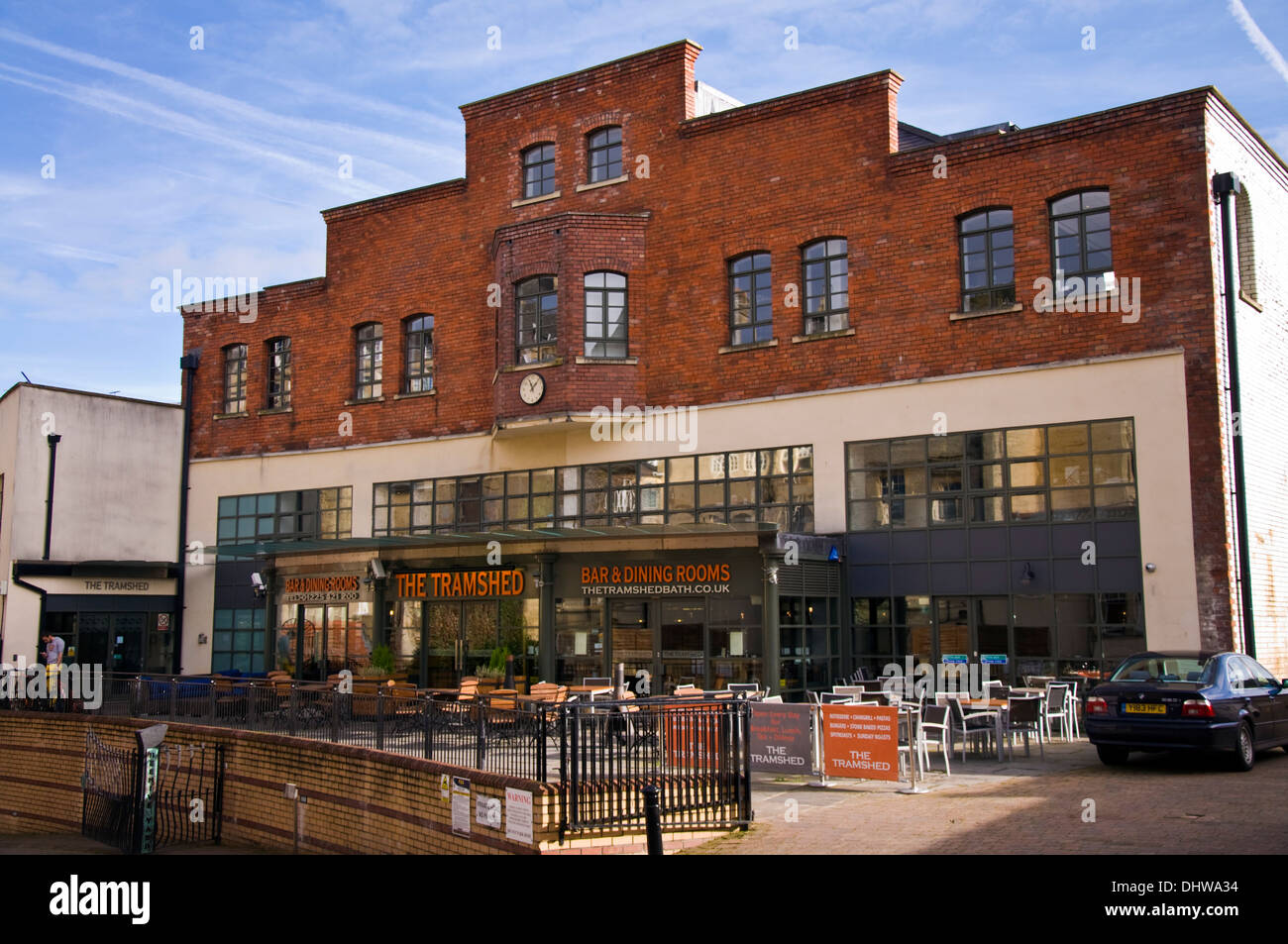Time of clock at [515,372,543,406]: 11:07
